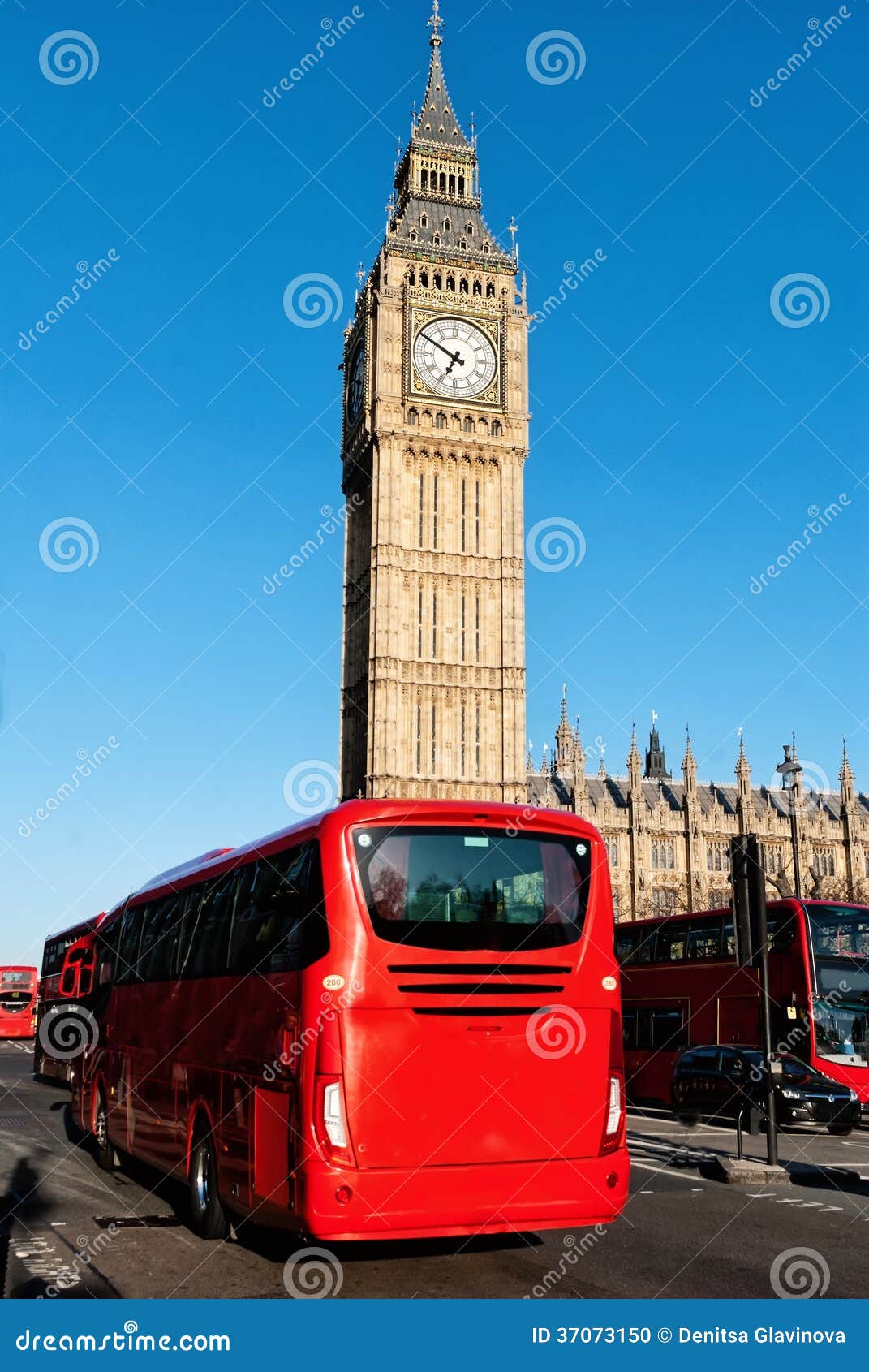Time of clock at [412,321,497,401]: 6:50
